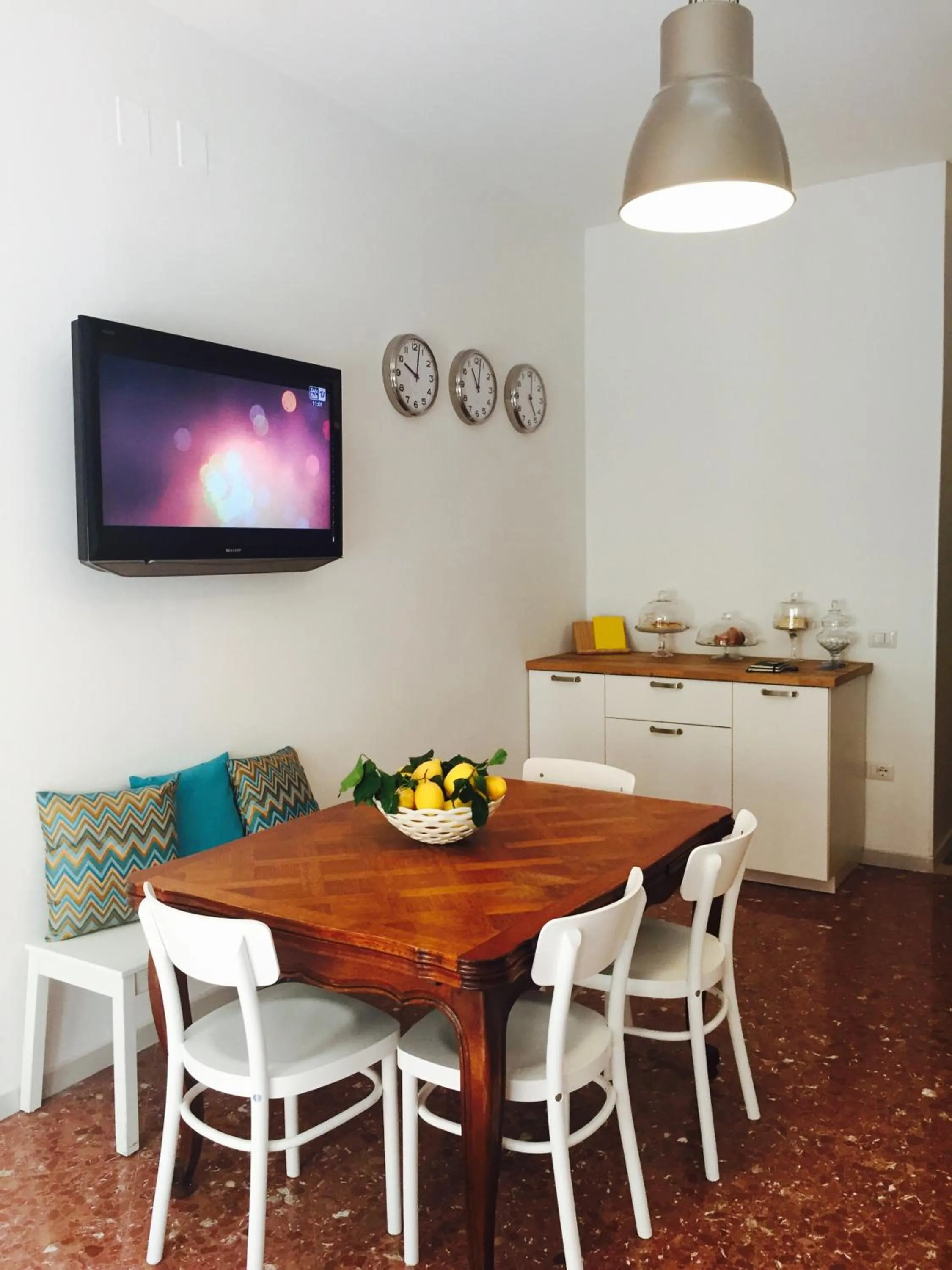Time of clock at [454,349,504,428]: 11:02
